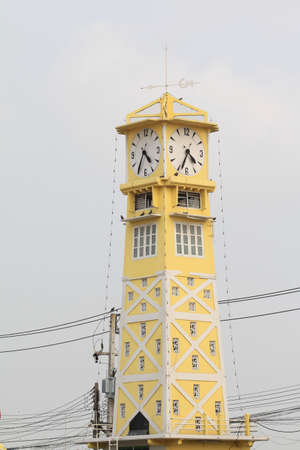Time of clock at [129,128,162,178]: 4:35
